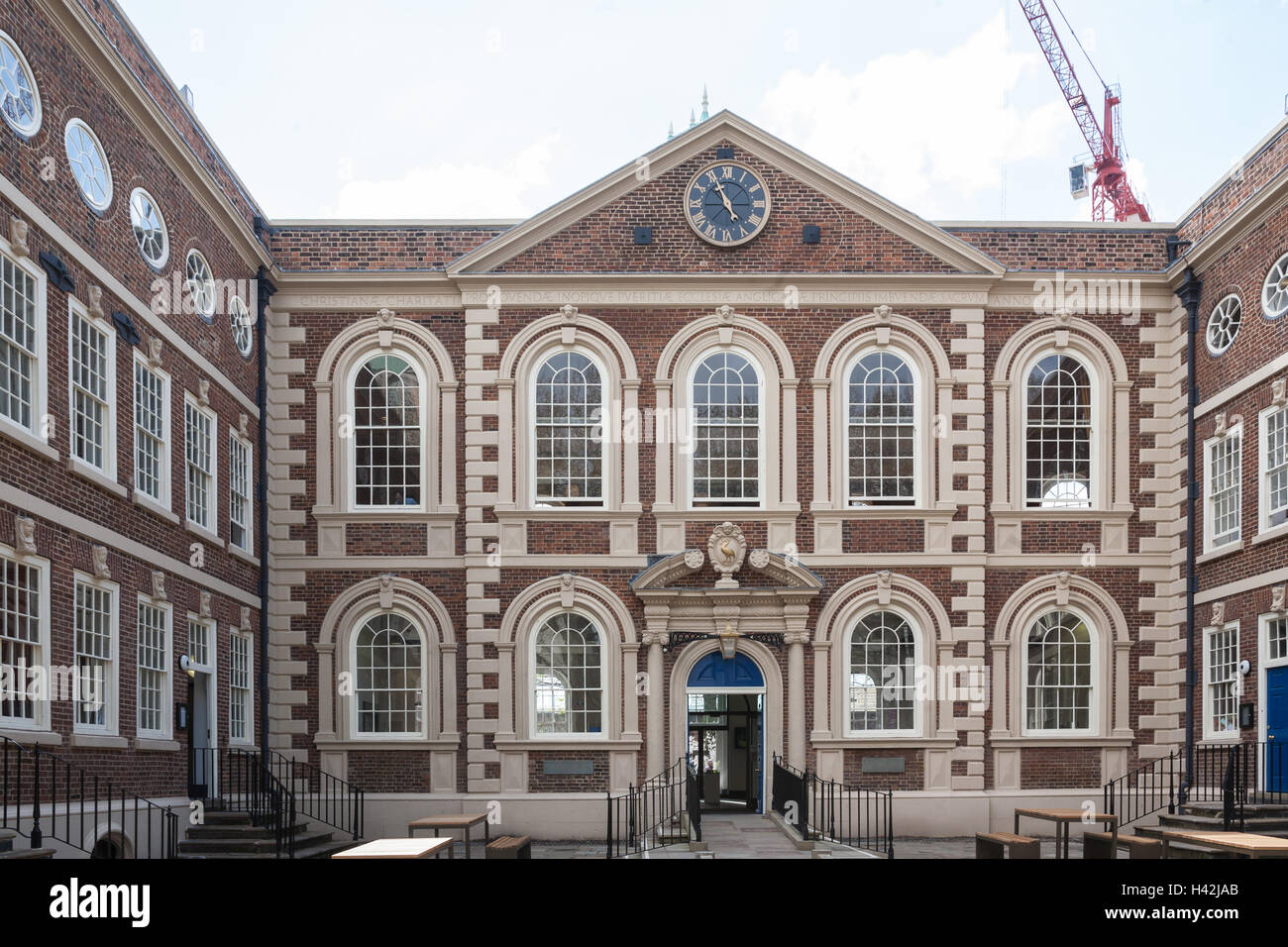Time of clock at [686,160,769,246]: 4:55
